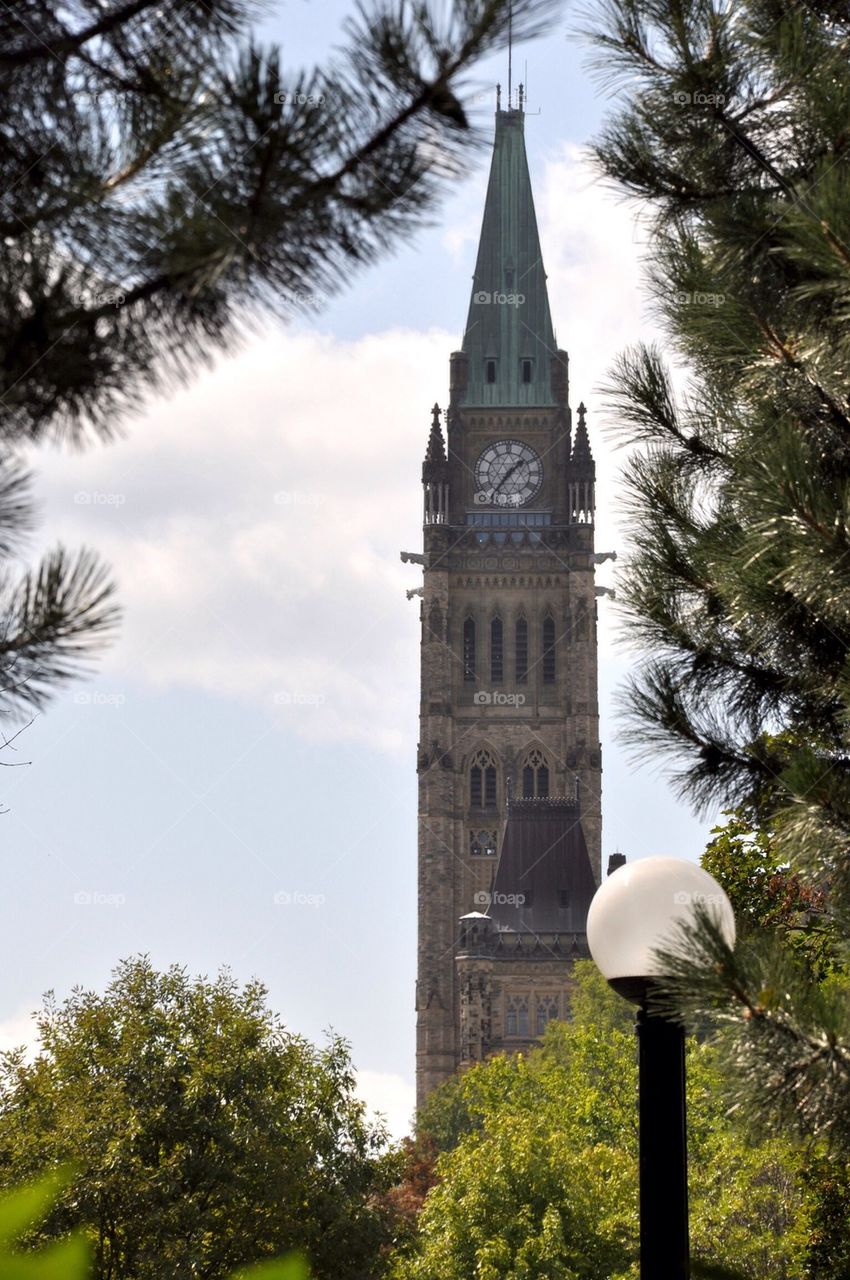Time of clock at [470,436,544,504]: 1:36
